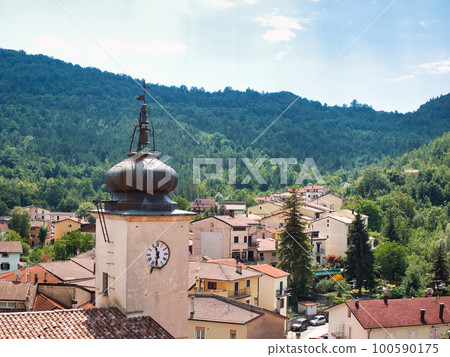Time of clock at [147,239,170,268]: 11:32
